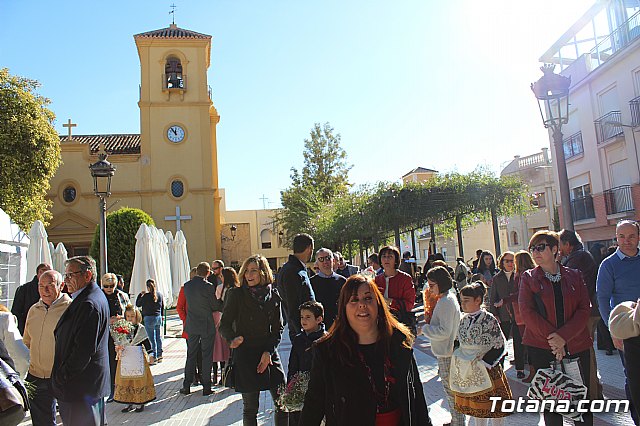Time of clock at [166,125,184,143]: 11:54
